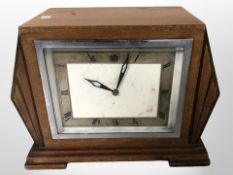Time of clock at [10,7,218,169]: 10:02
